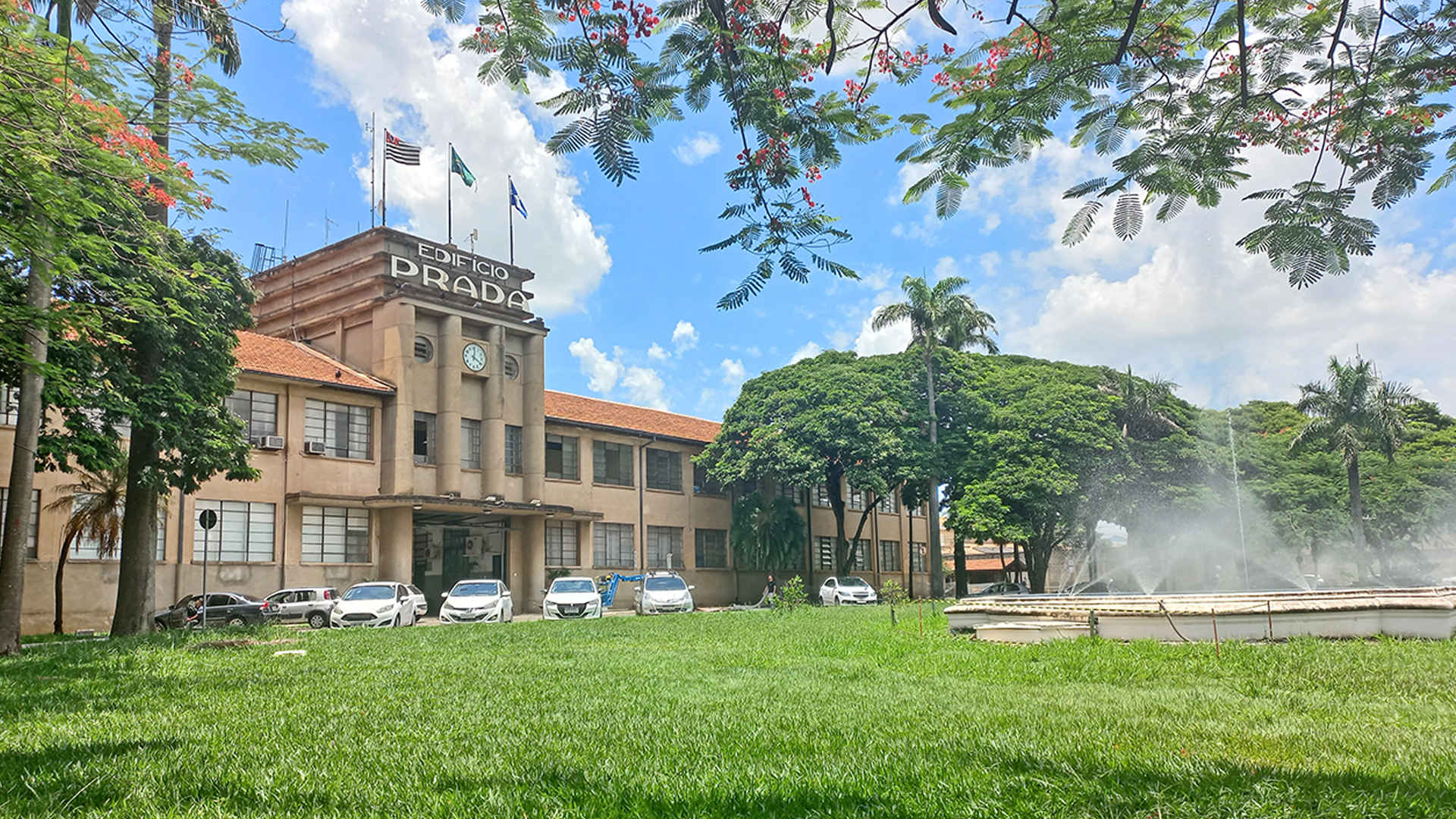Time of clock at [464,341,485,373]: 12:19
